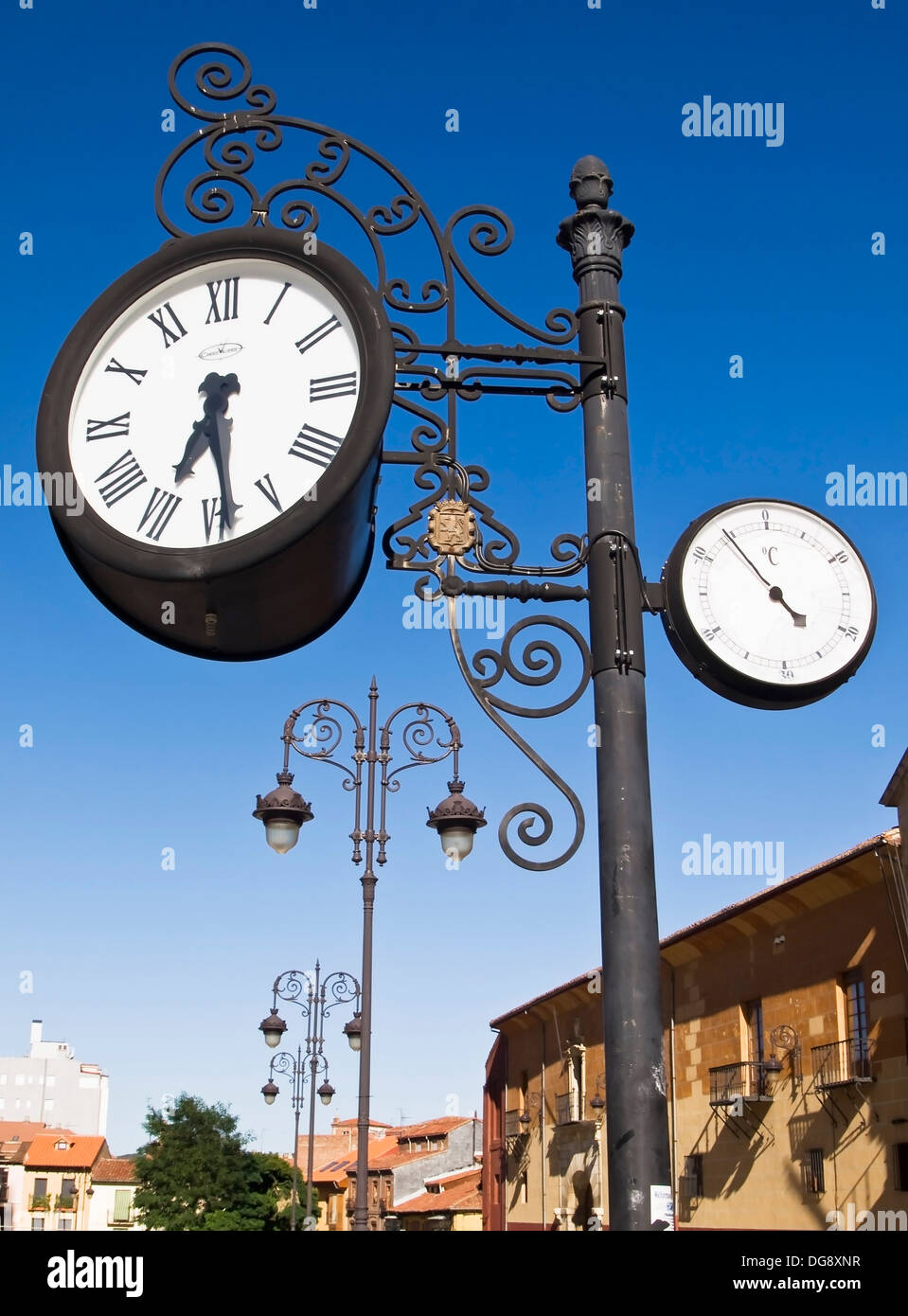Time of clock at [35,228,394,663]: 6:28
